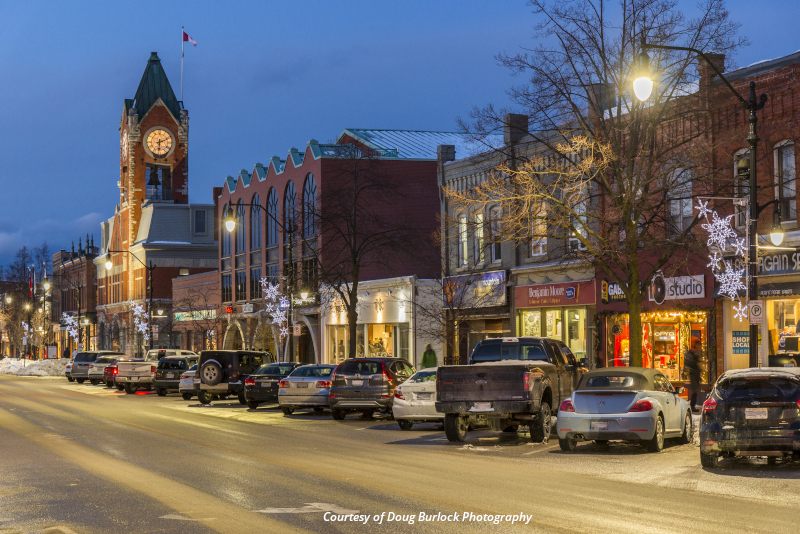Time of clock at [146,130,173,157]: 6:11
